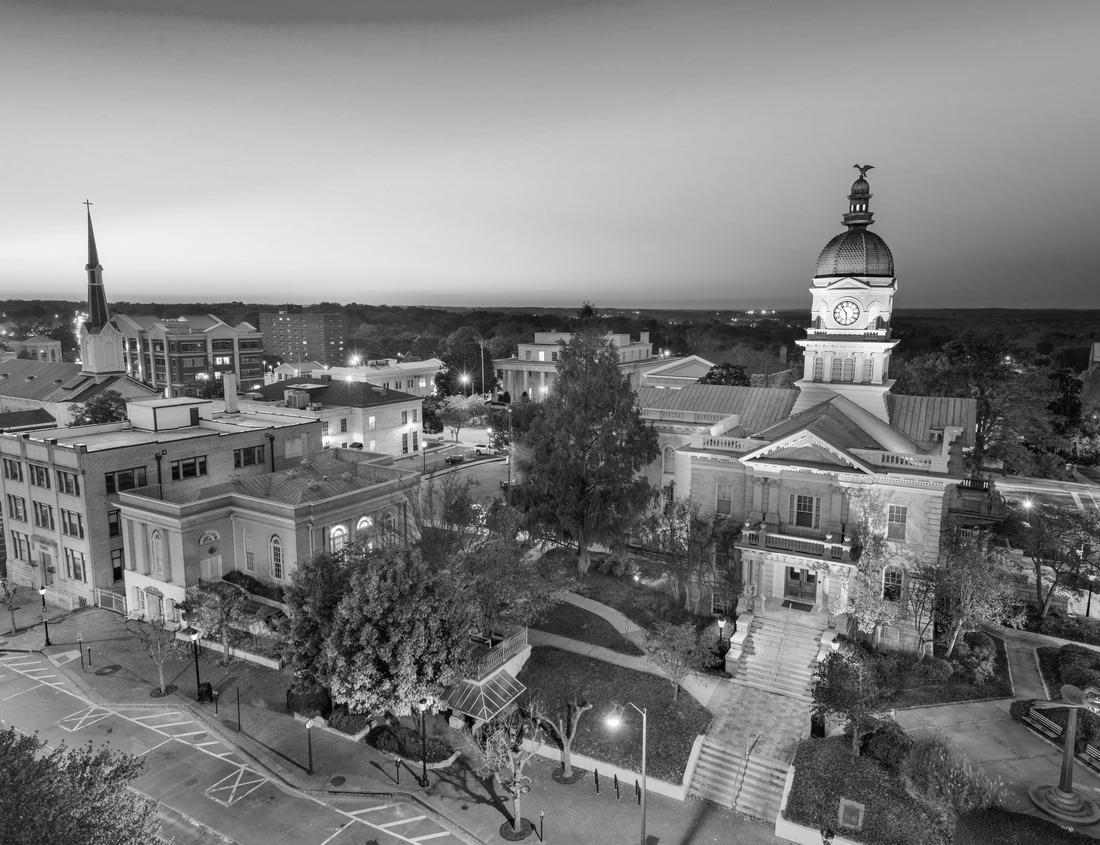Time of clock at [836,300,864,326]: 5:53
